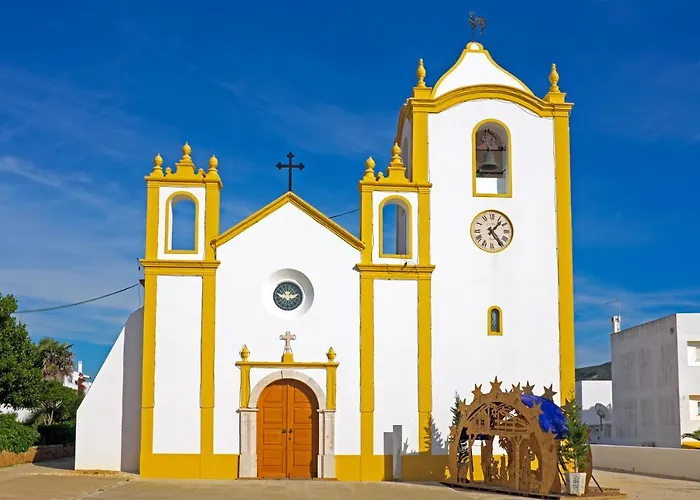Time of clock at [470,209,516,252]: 1:24
